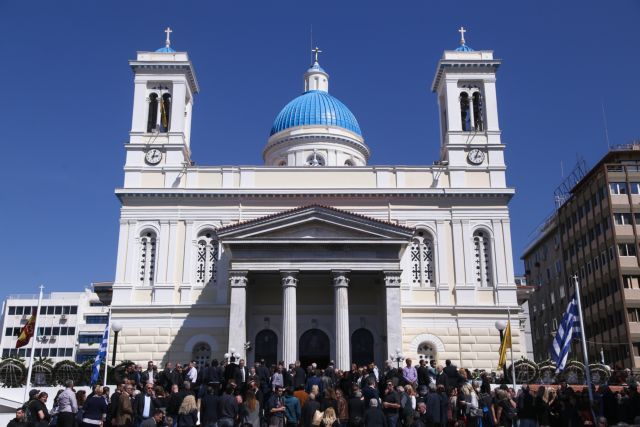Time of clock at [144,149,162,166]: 3:02
